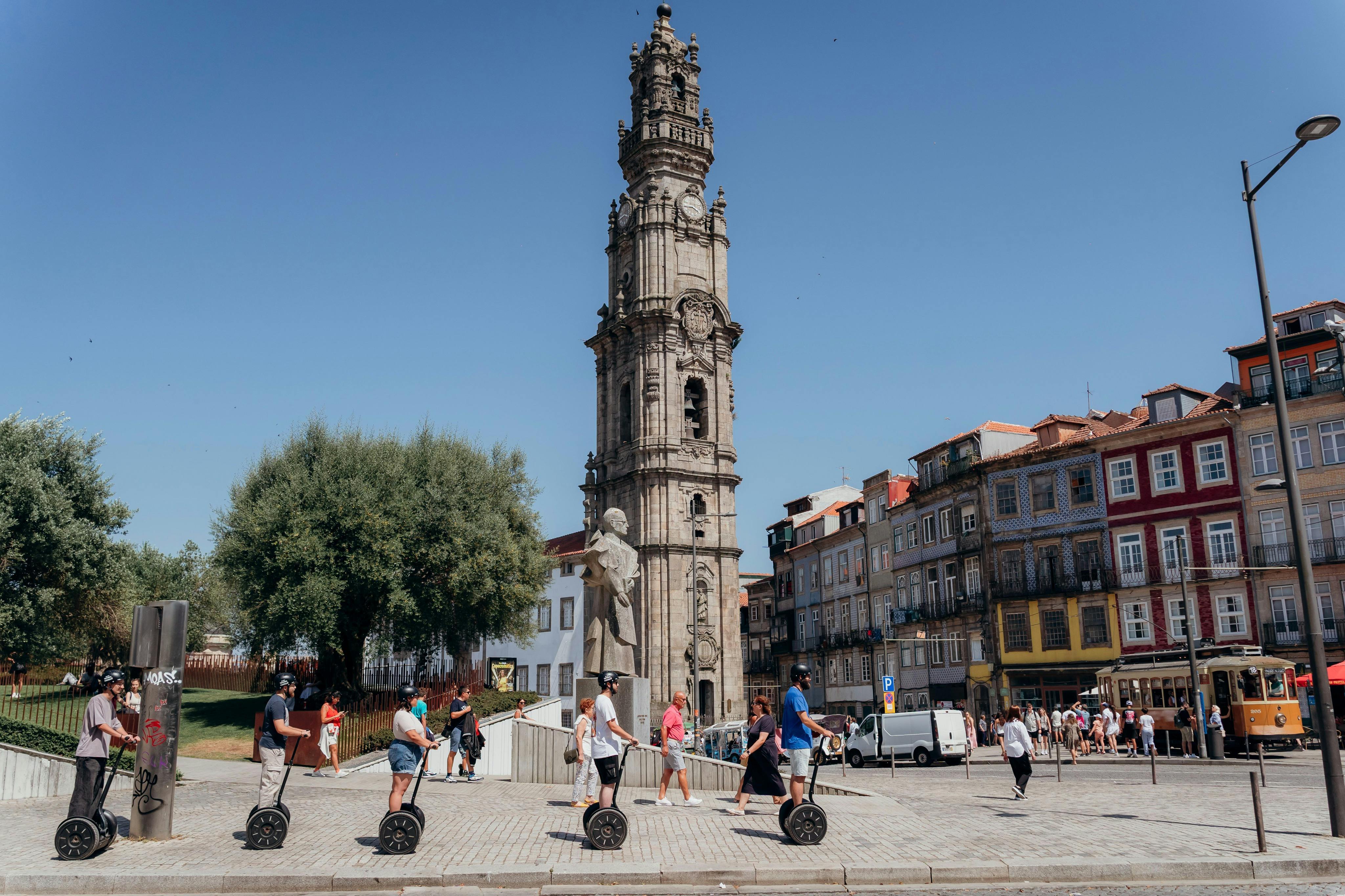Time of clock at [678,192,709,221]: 3:44
